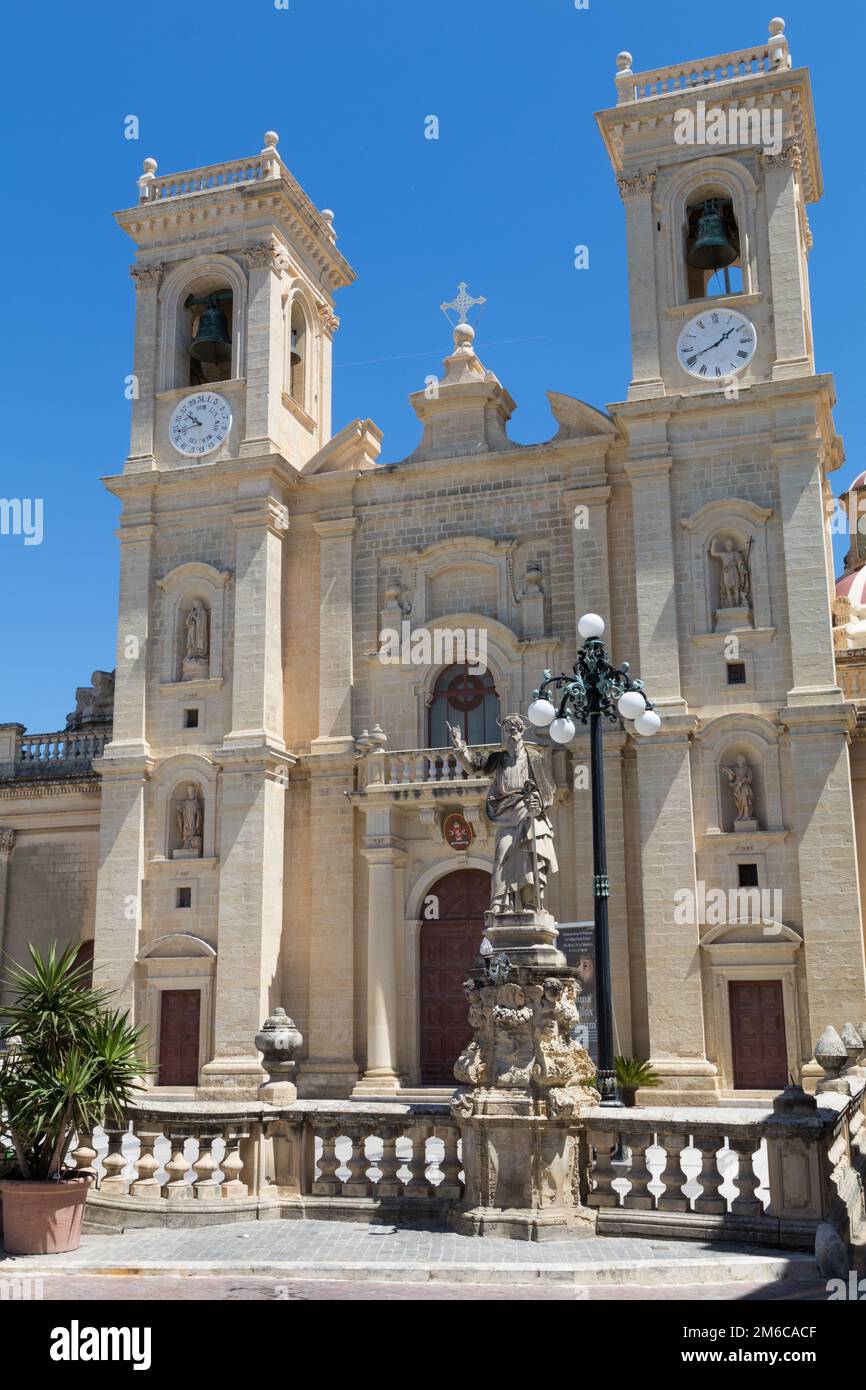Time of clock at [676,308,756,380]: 1:41
